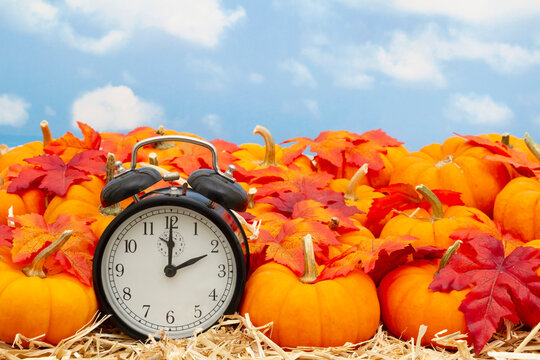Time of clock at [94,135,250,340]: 2:00
